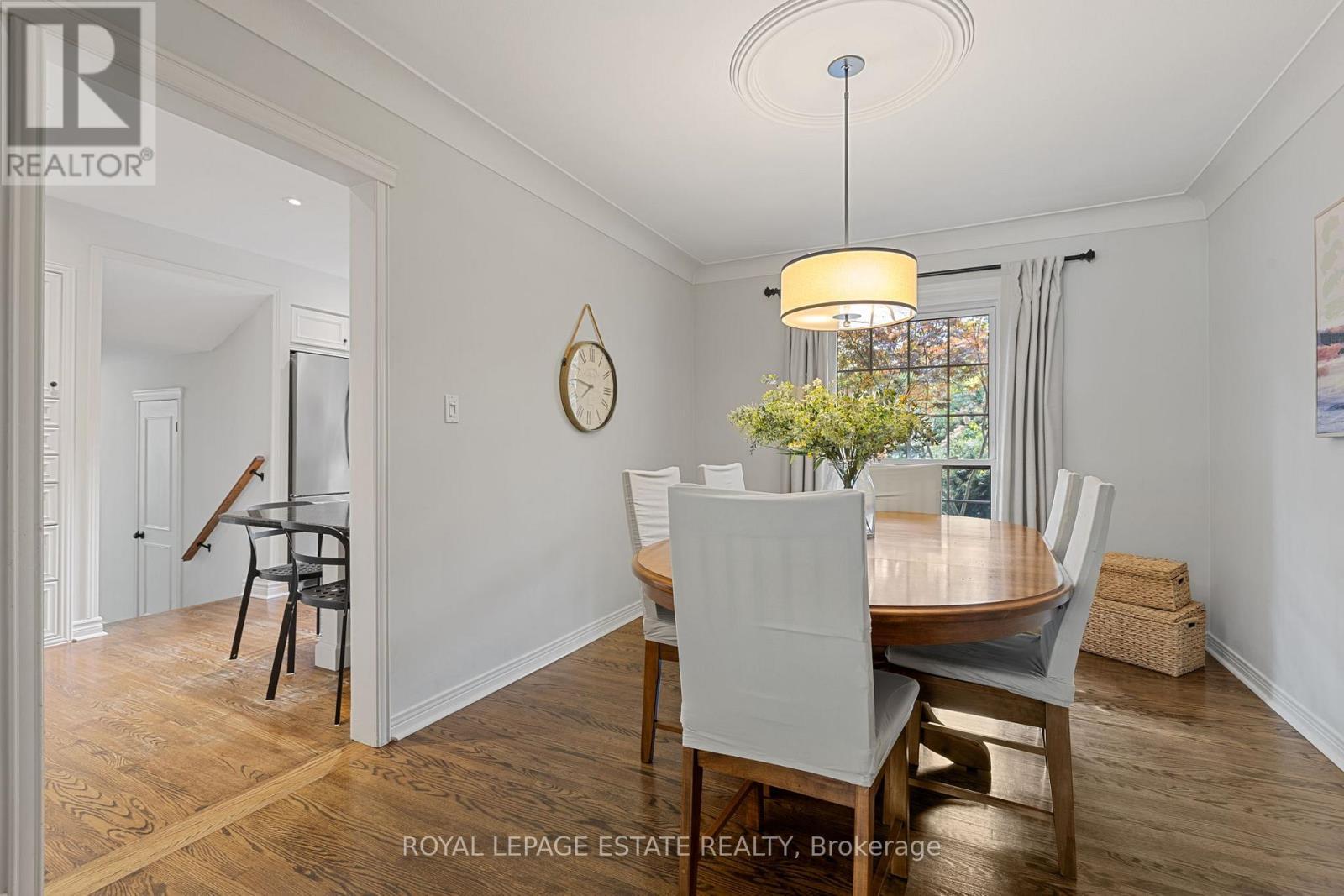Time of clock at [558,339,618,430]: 7:46
